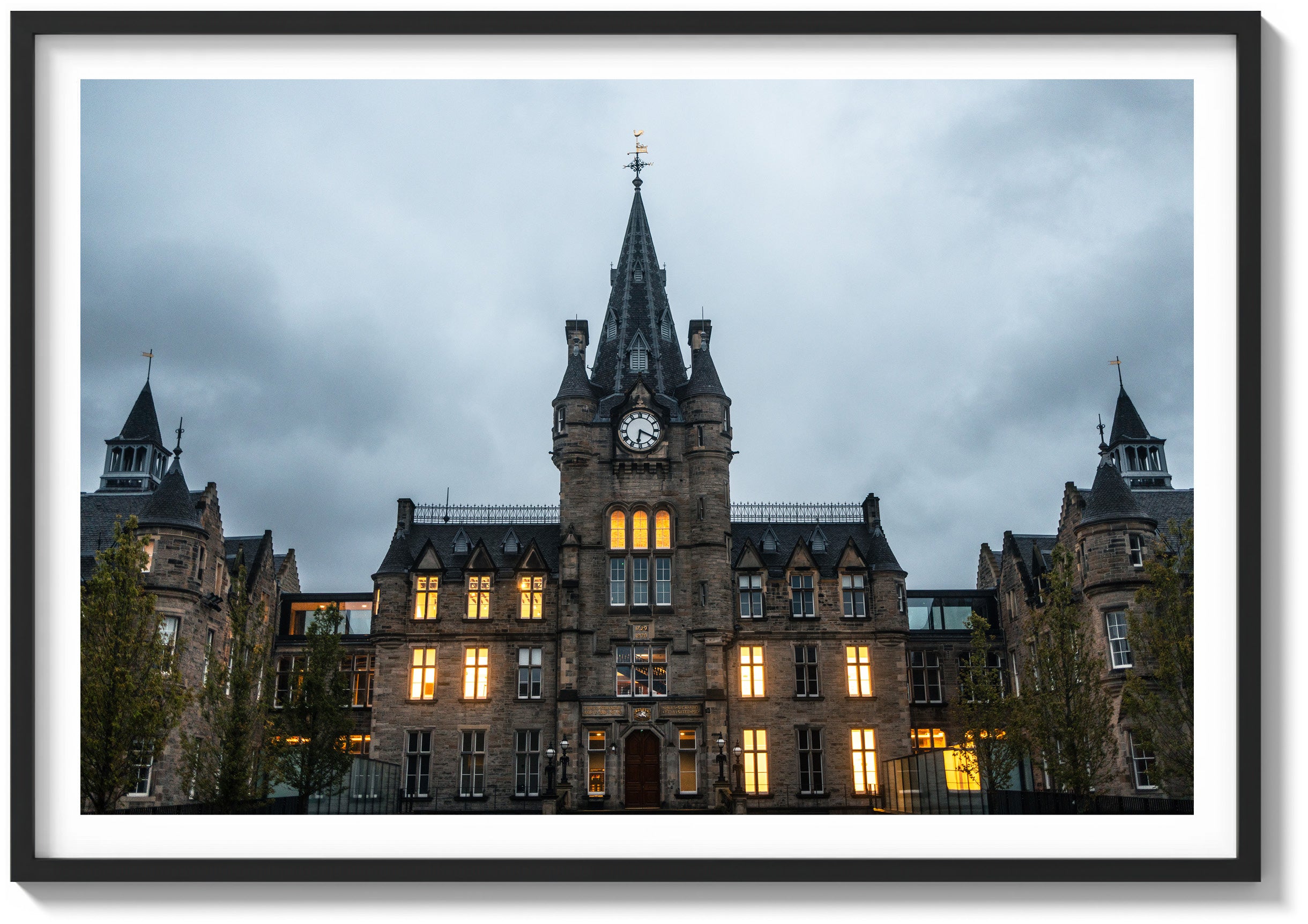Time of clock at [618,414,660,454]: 6:19
